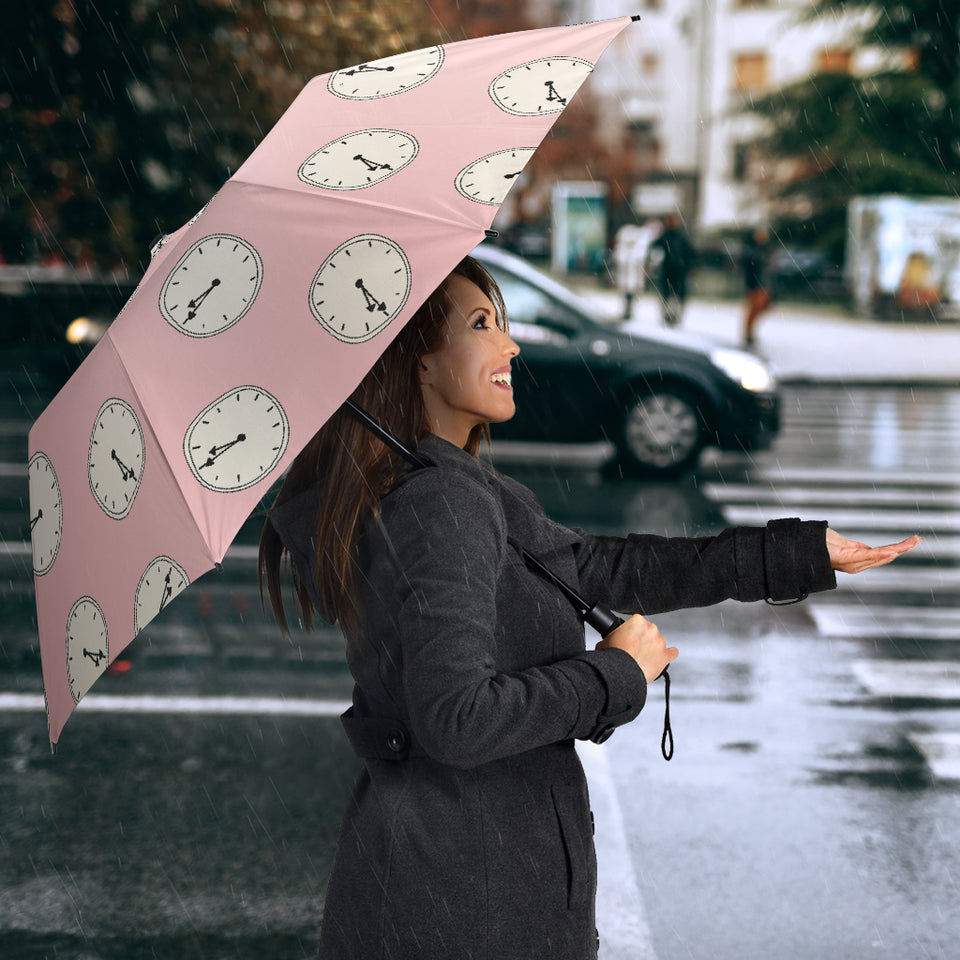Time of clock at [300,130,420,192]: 4:19
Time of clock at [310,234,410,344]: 4:19
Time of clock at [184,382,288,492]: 8:39
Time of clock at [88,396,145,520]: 4:19
